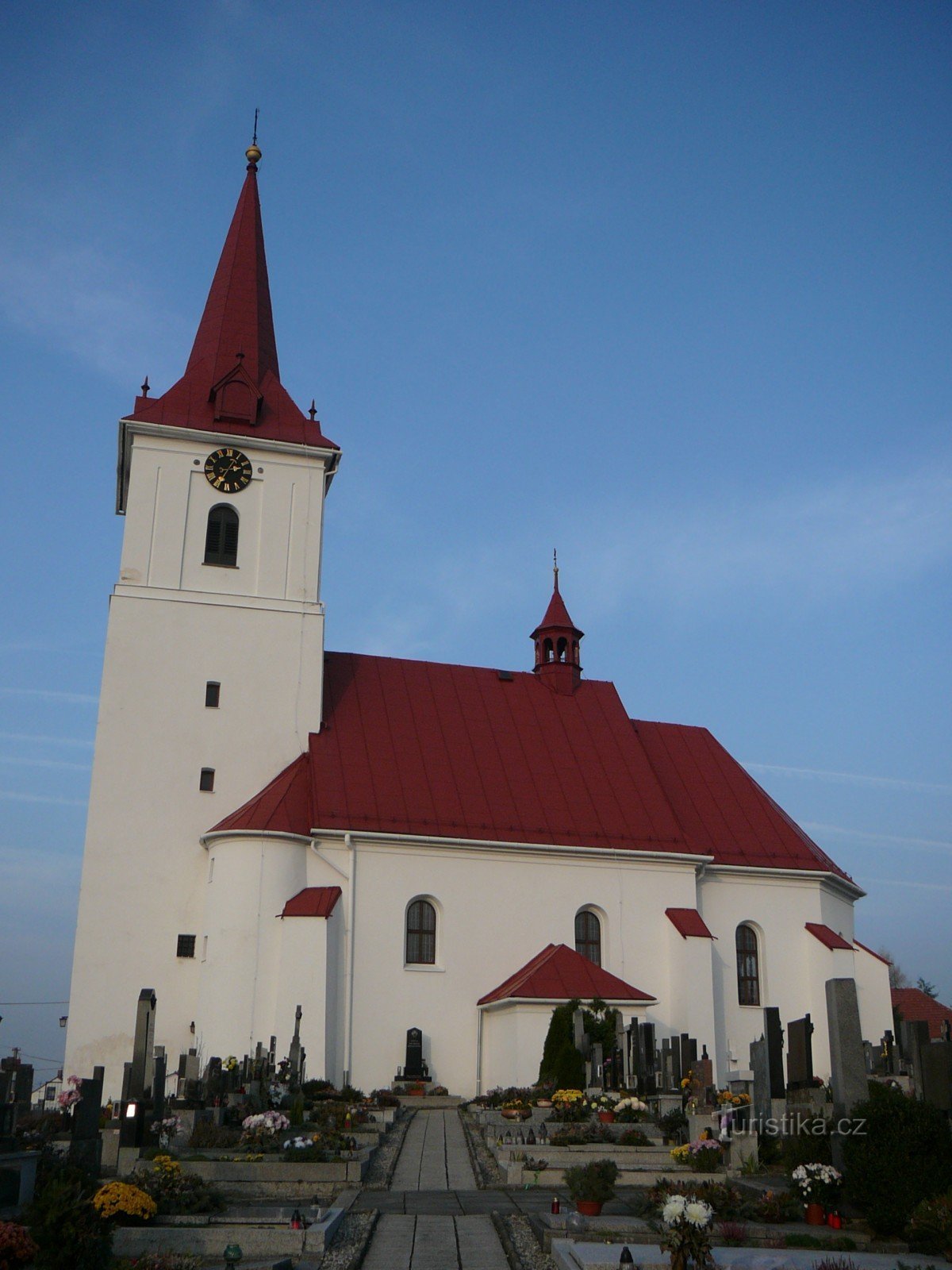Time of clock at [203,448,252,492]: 2:34
